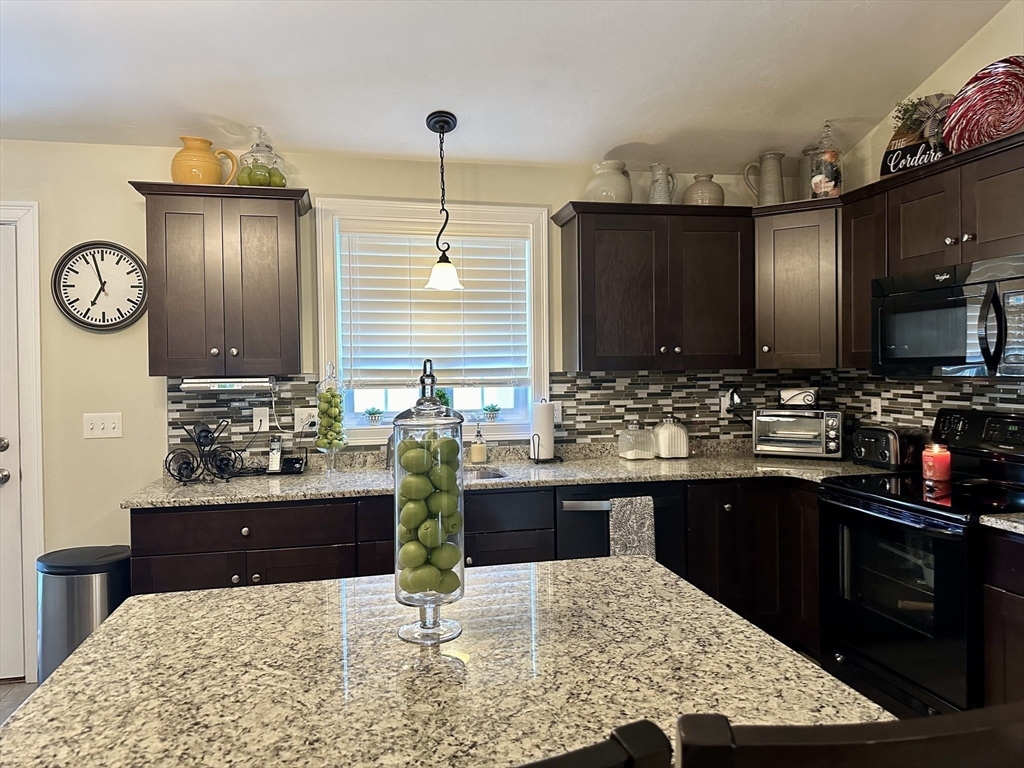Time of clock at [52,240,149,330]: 6:57
